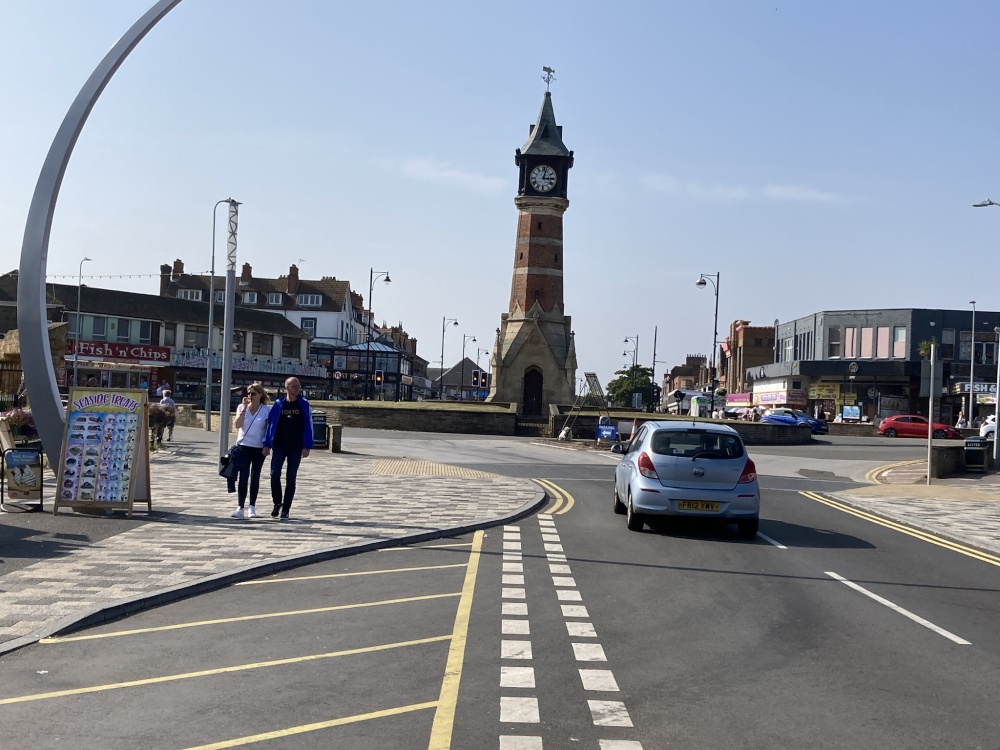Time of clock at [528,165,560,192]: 3:02
